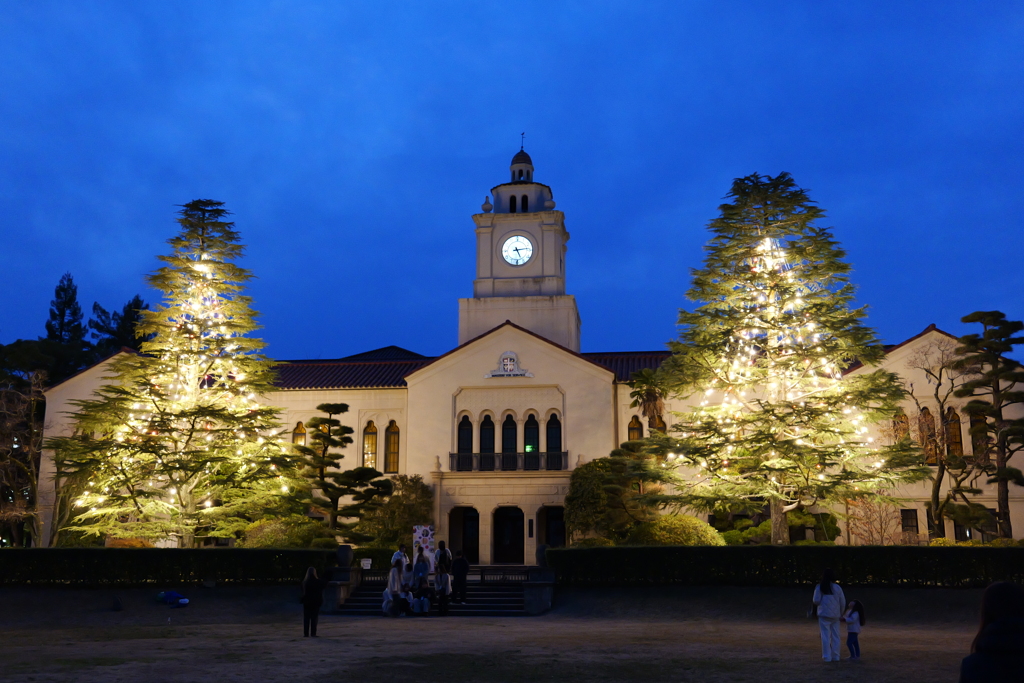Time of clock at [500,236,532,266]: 5:13
